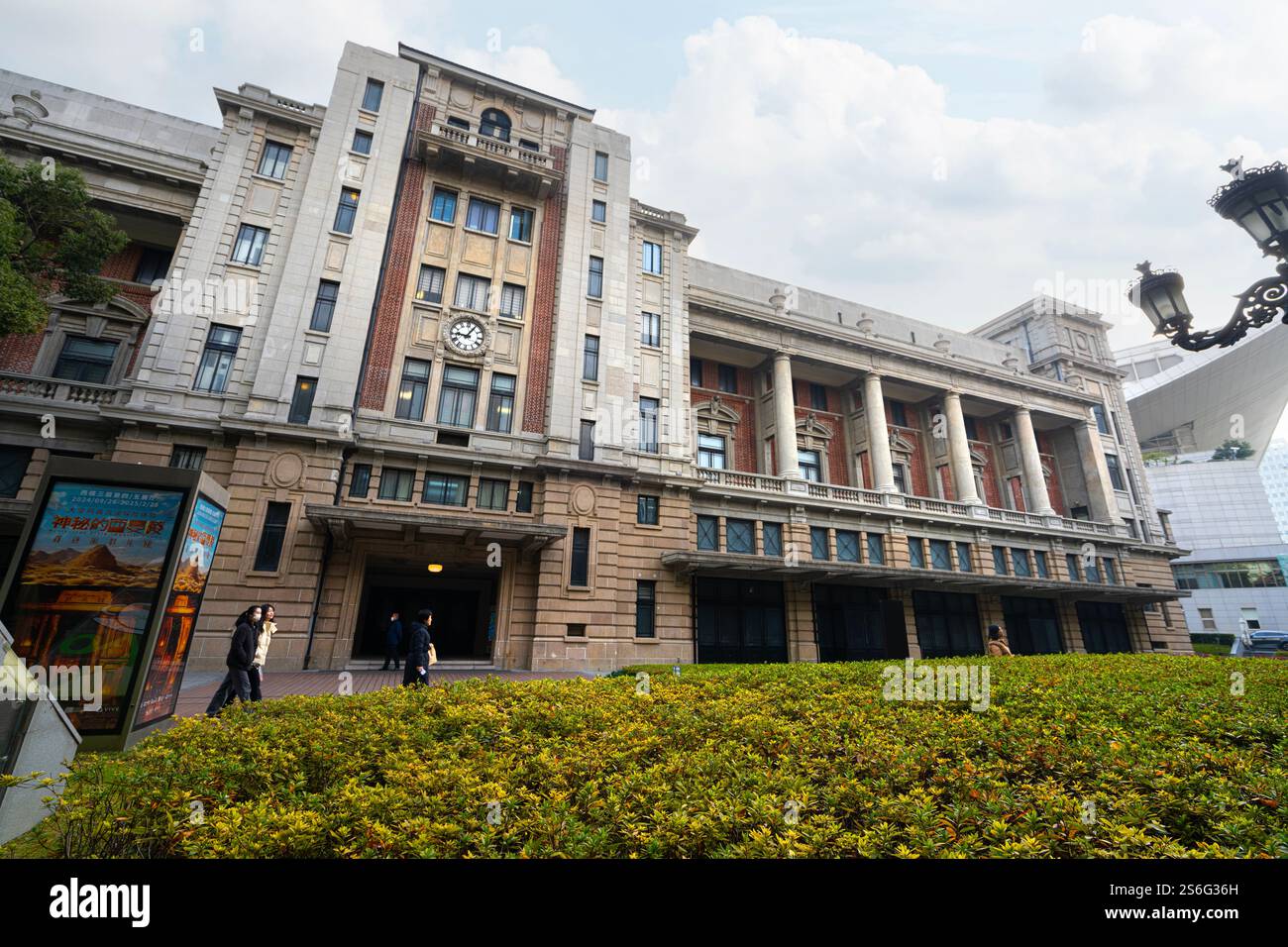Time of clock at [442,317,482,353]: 9:05
